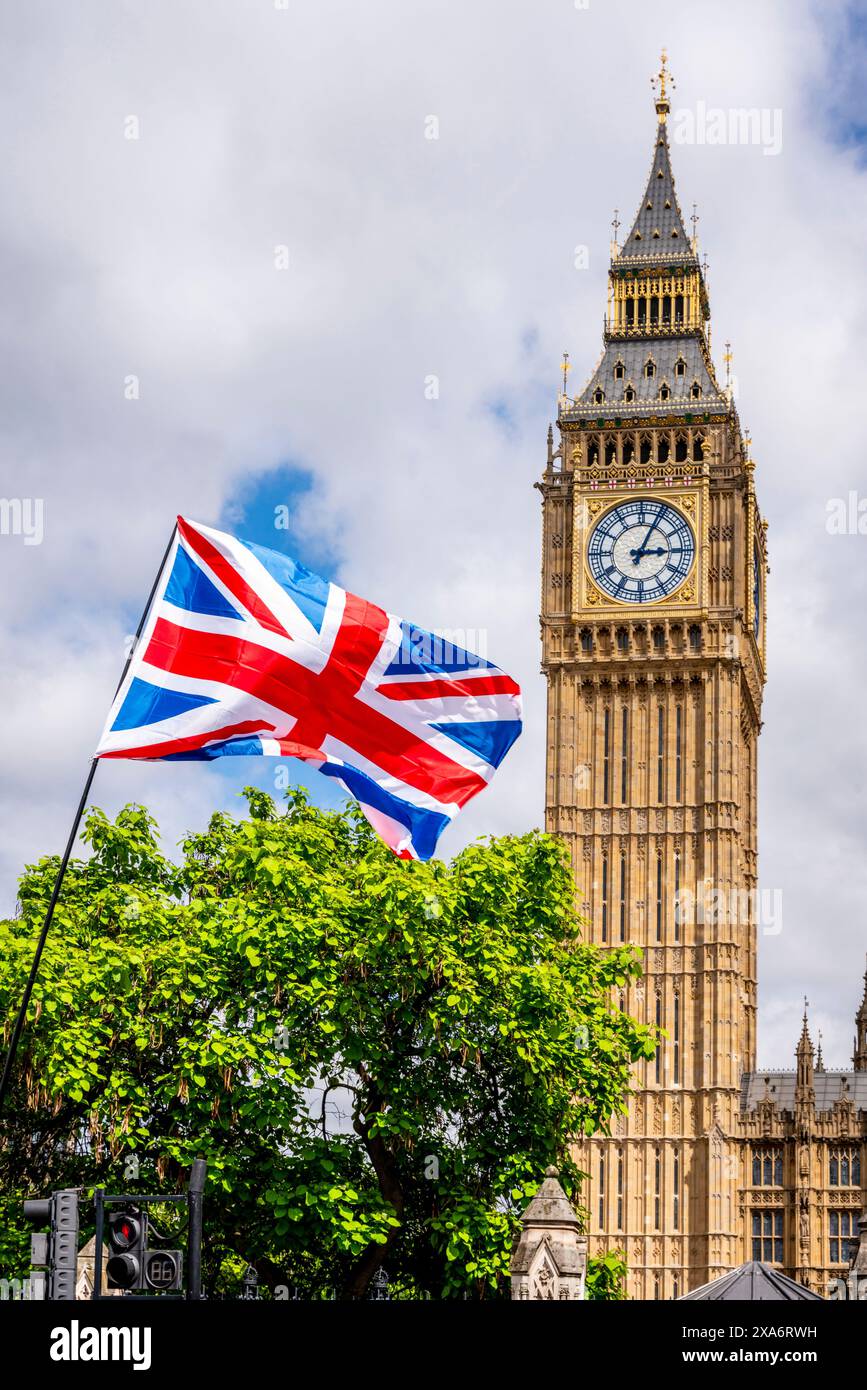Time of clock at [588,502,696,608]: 3:04
